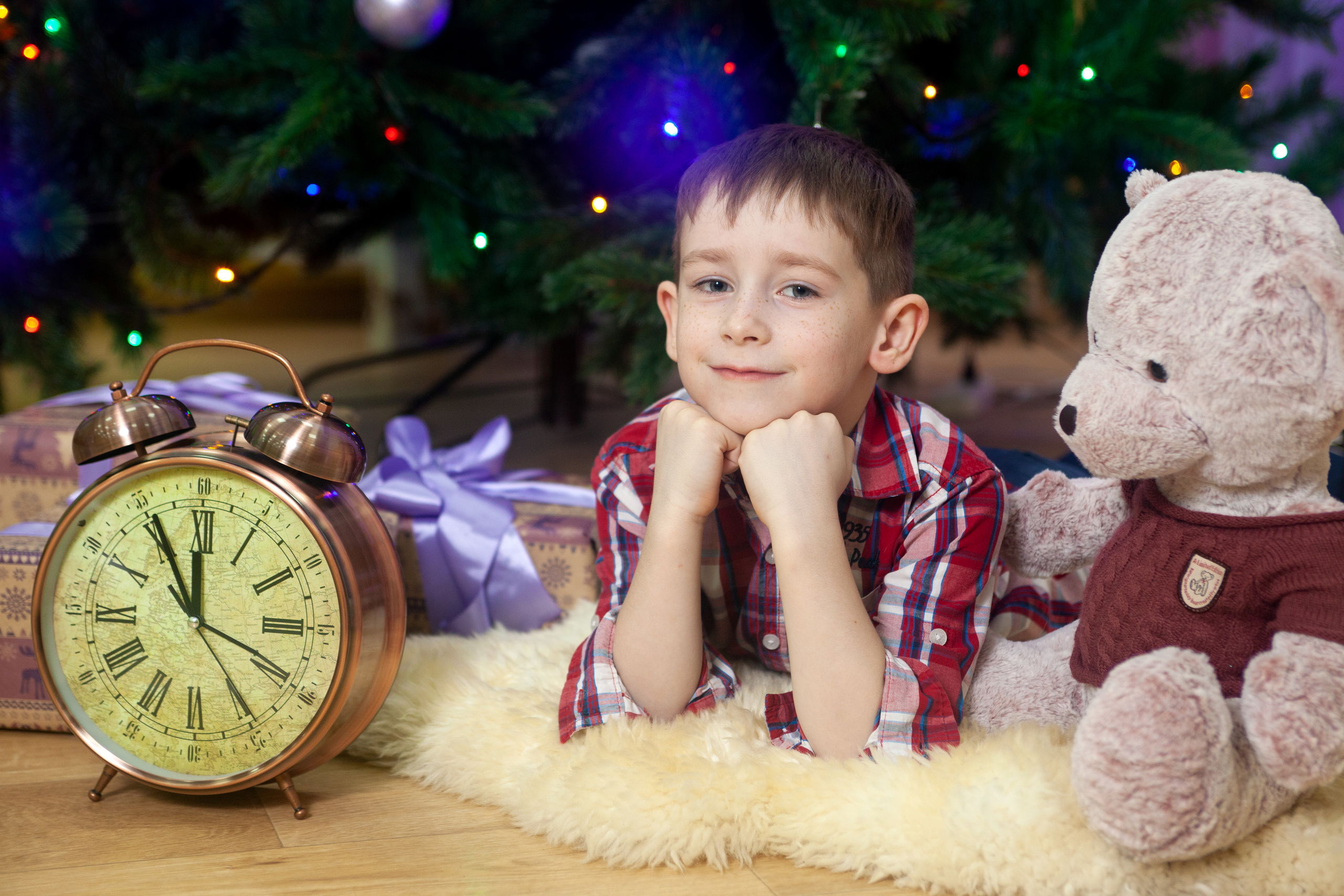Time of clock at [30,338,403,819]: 11:55
